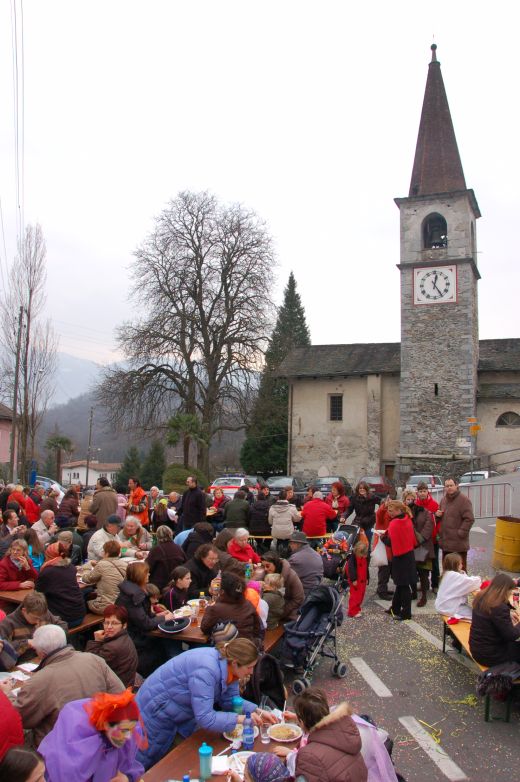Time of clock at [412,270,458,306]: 12:24
